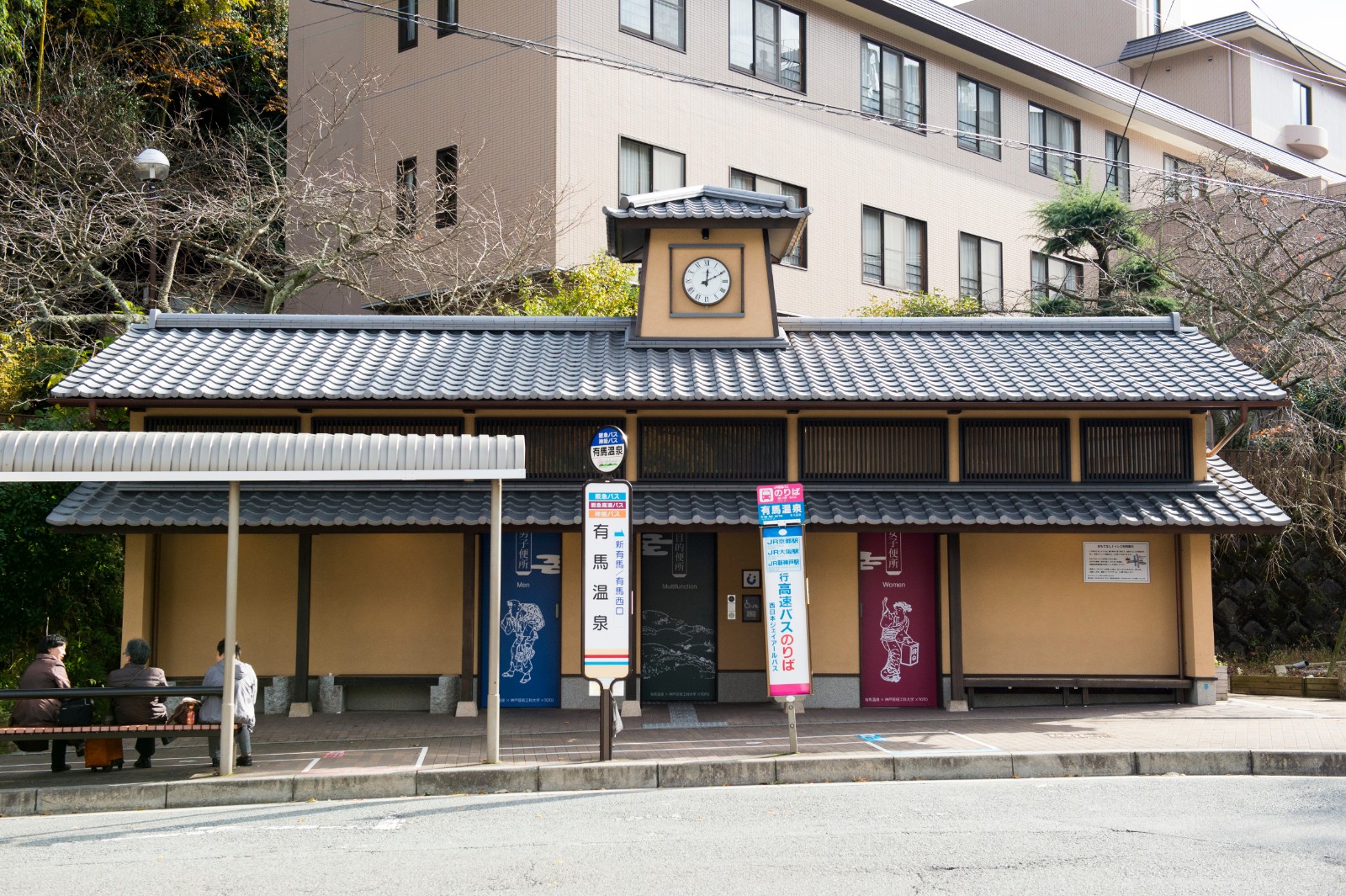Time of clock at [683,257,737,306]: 12:10
